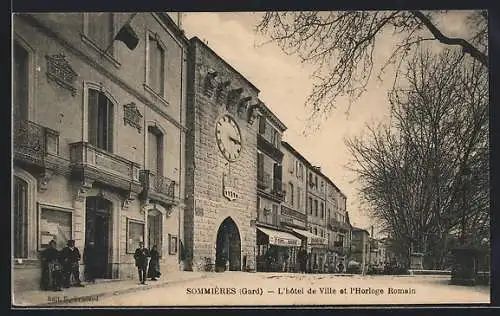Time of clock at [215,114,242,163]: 3:14
